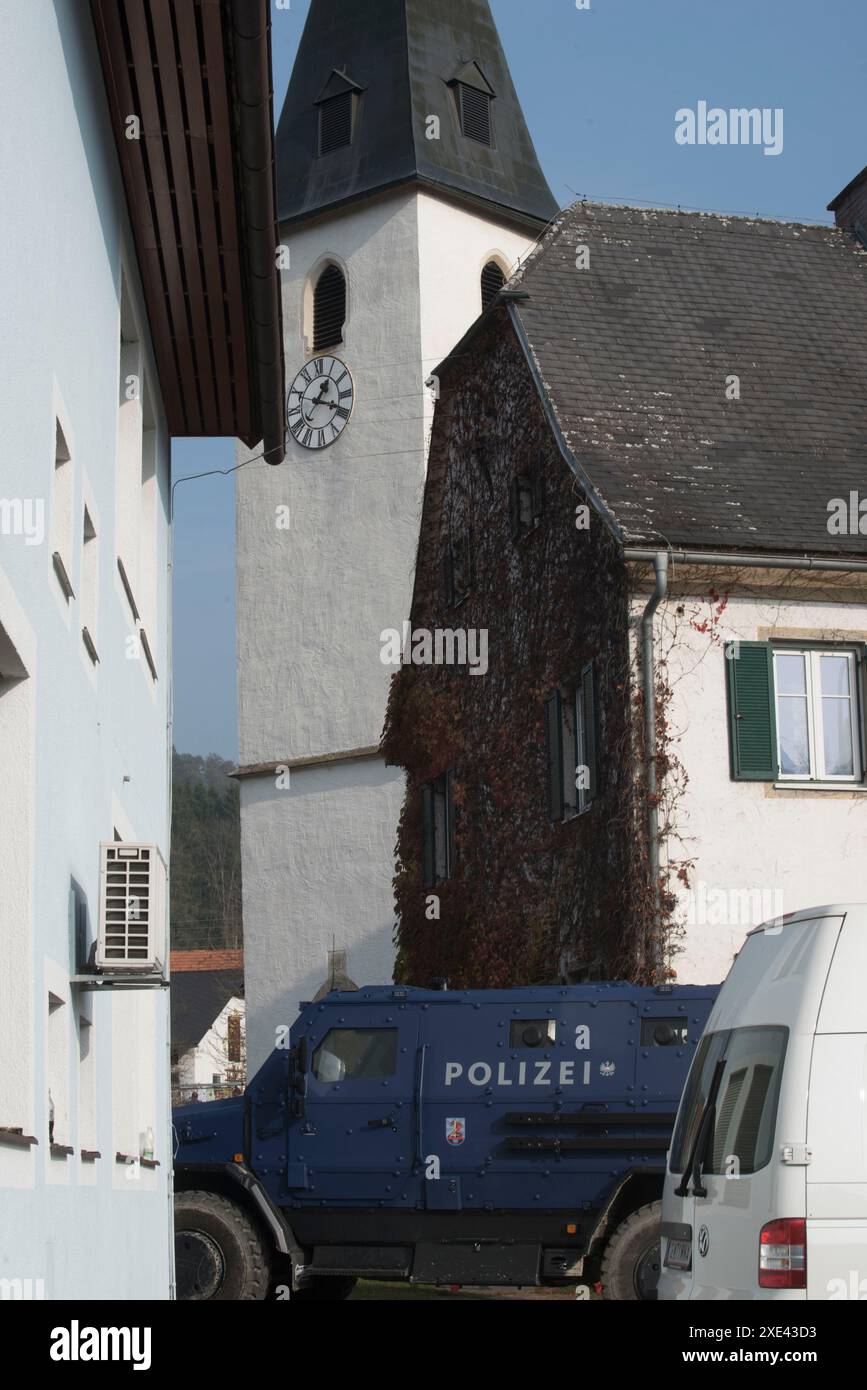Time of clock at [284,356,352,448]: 1:18
